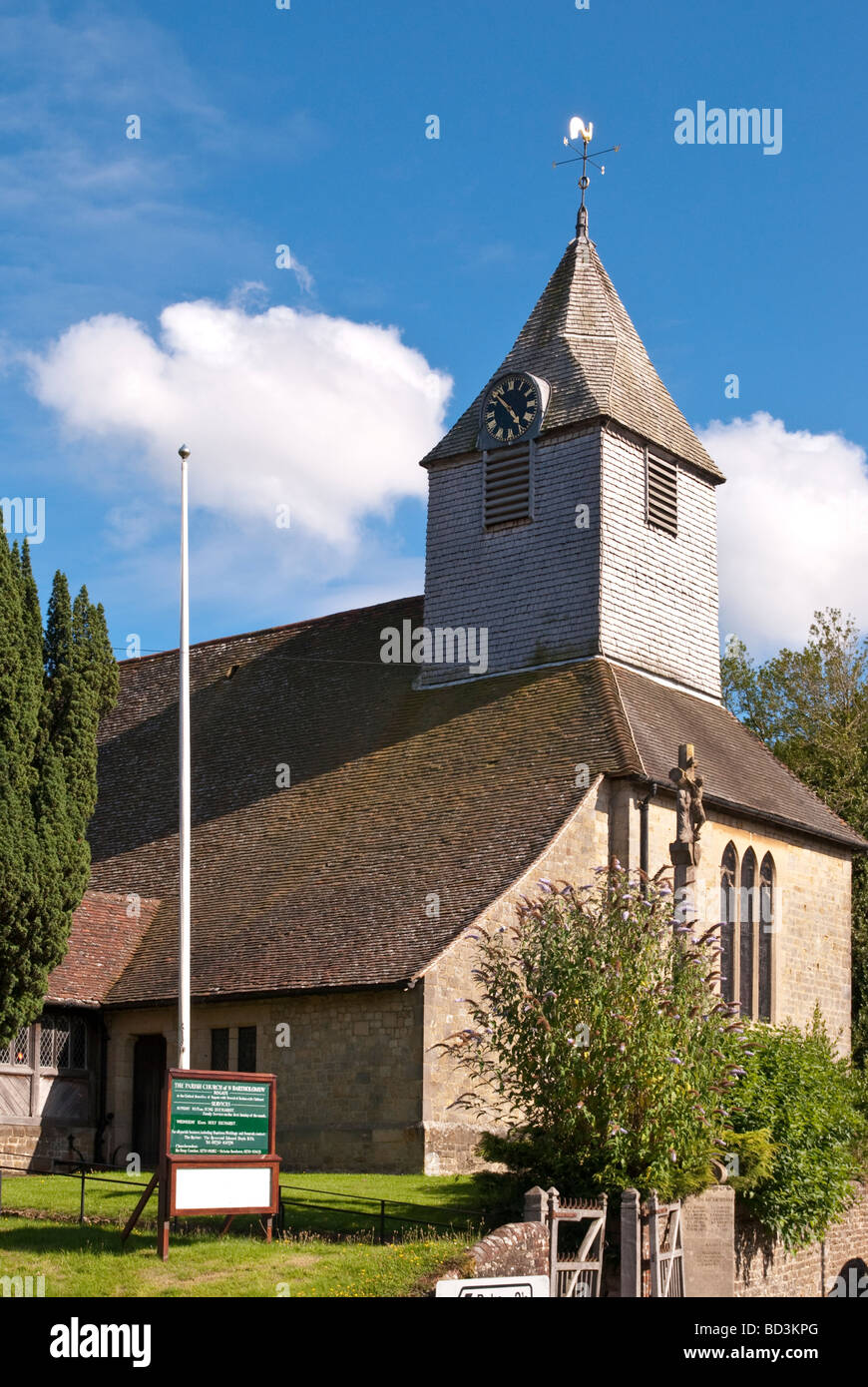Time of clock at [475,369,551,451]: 4:52
